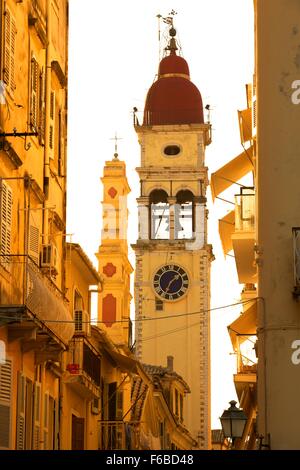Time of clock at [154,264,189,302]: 1:34
